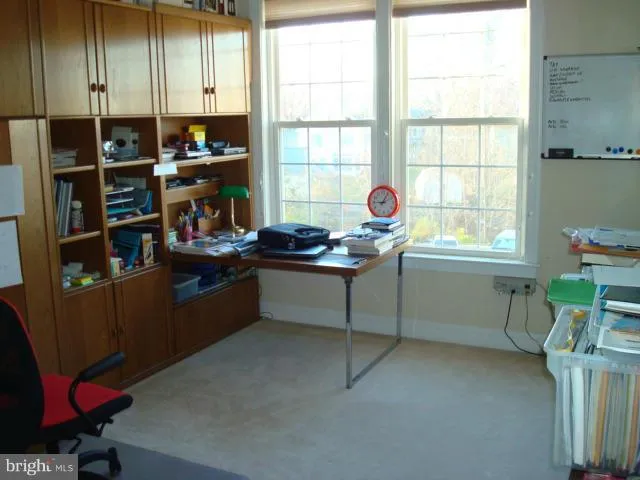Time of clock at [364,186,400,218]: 9:05
